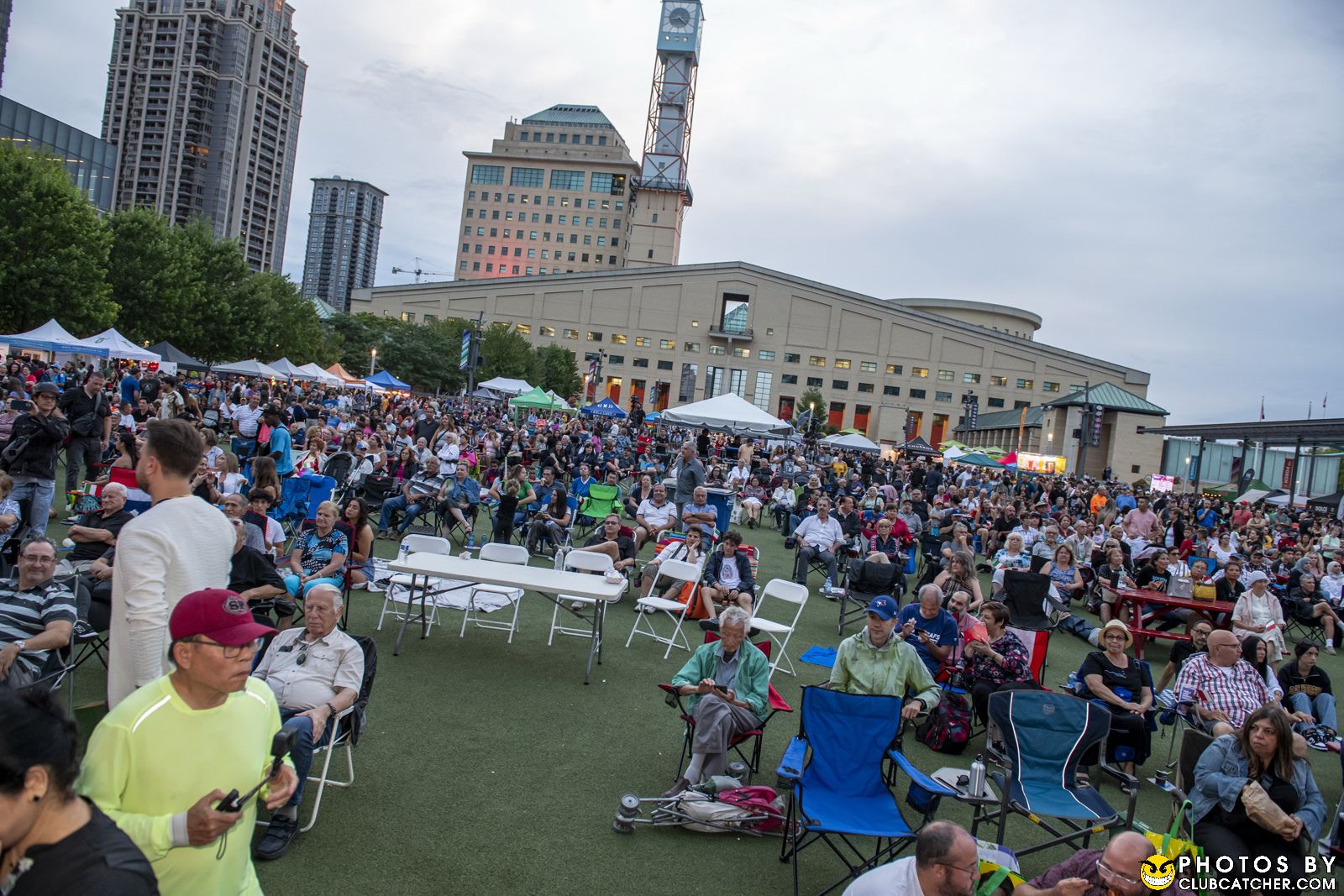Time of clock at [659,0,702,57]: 4:14
